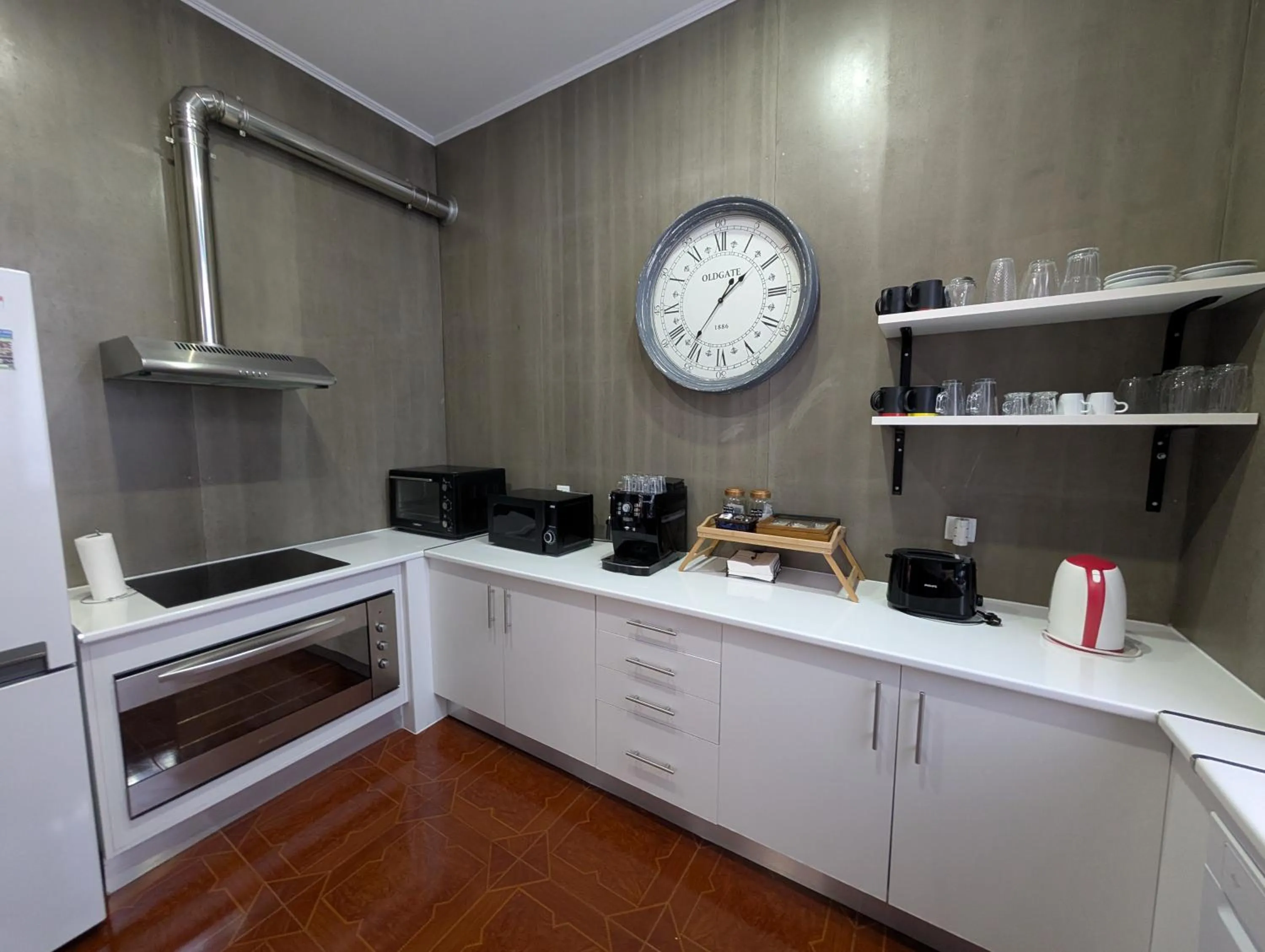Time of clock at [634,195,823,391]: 1:36
